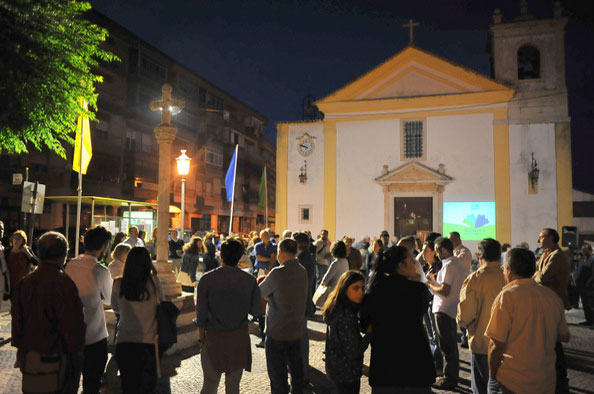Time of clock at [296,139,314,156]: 9:48
